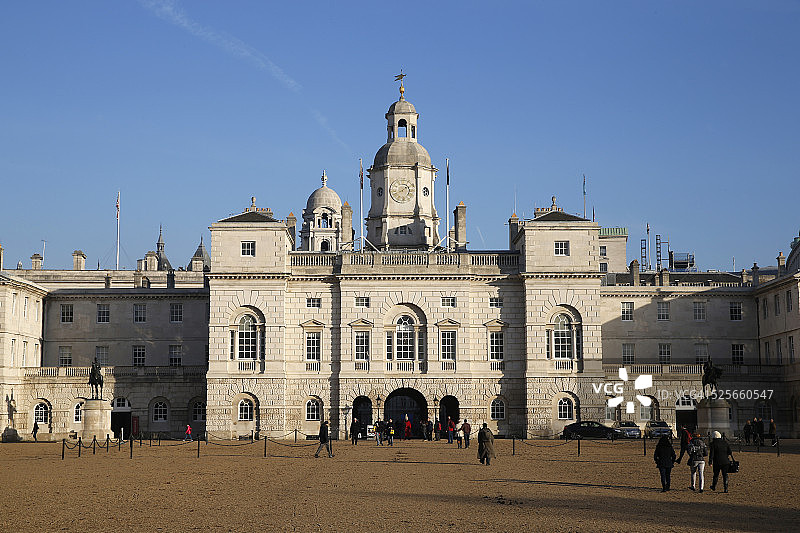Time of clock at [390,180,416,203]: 1:41
